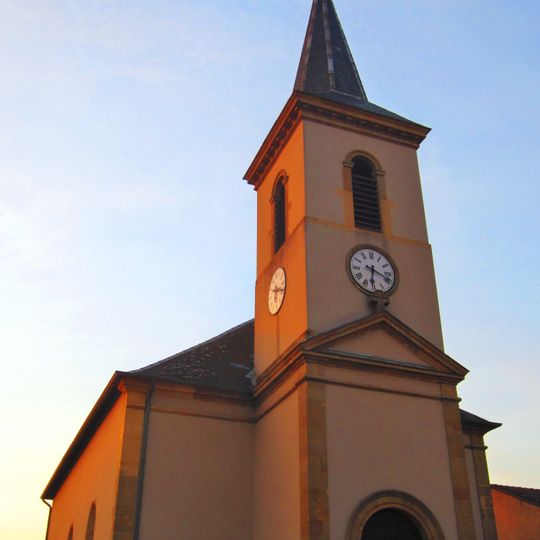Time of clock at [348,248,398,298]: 6:18
